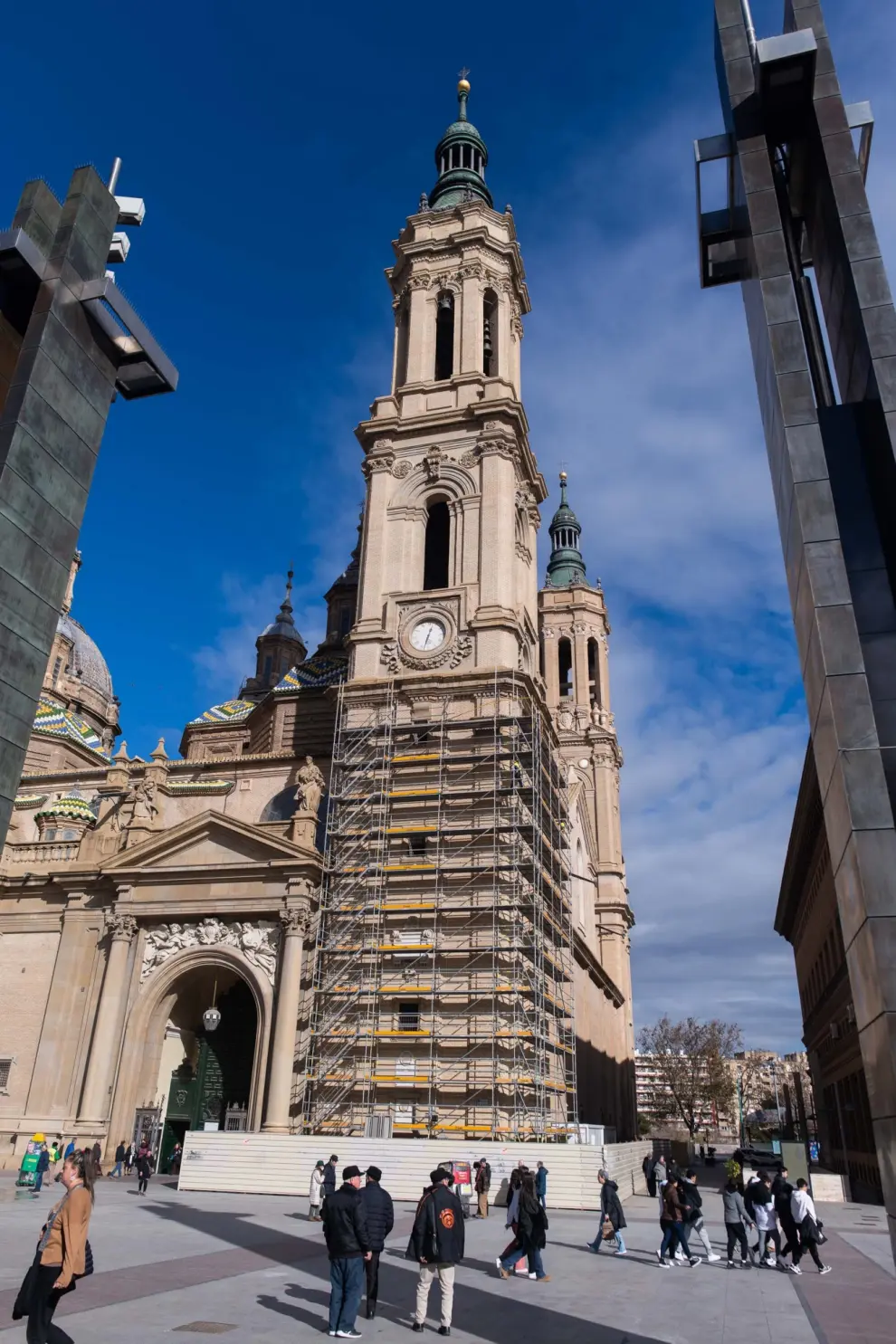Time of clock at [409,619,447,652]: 12:32
